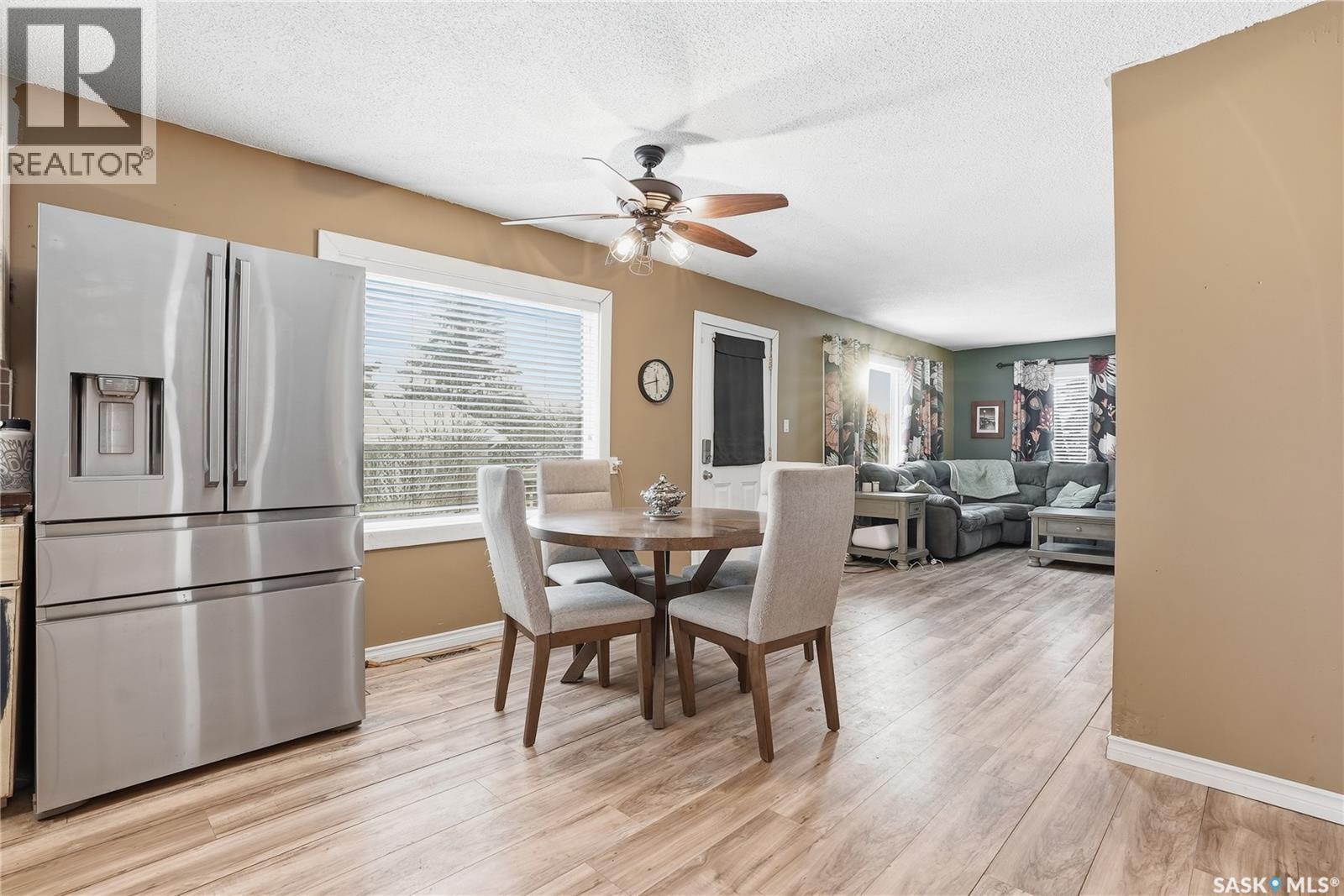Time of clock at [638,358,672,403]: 5:42
